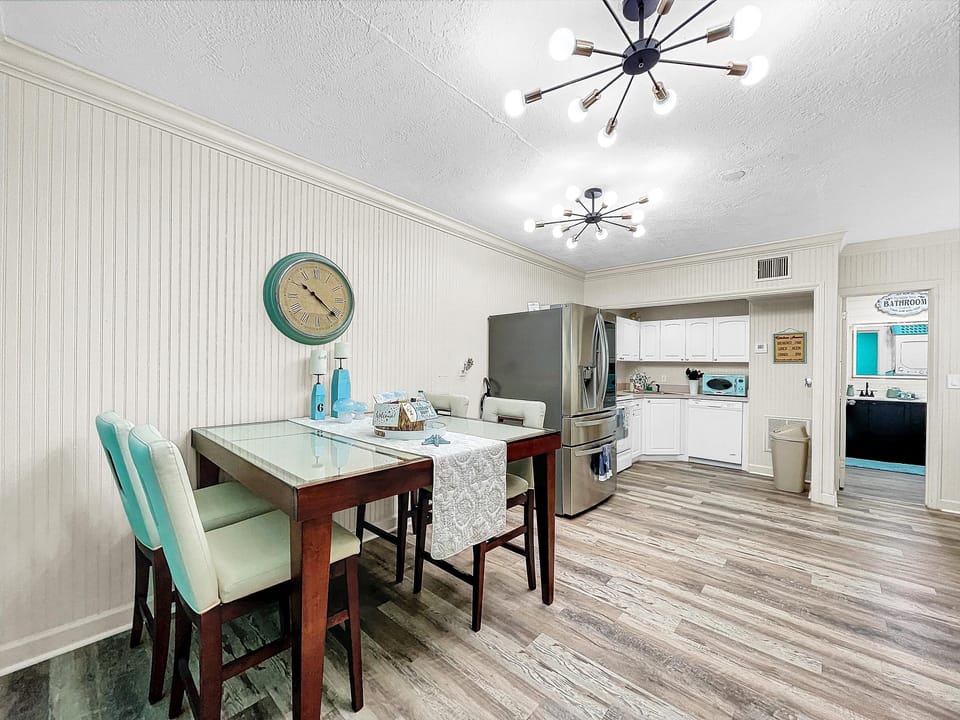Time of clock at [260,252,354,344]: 10:21
